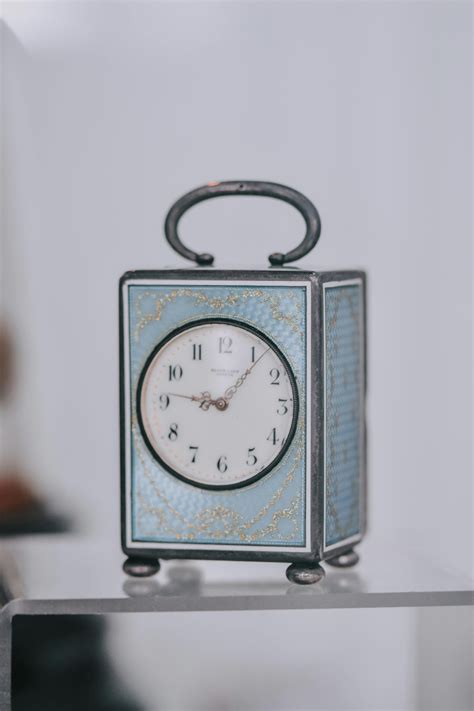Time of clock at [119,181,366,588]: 9:07
